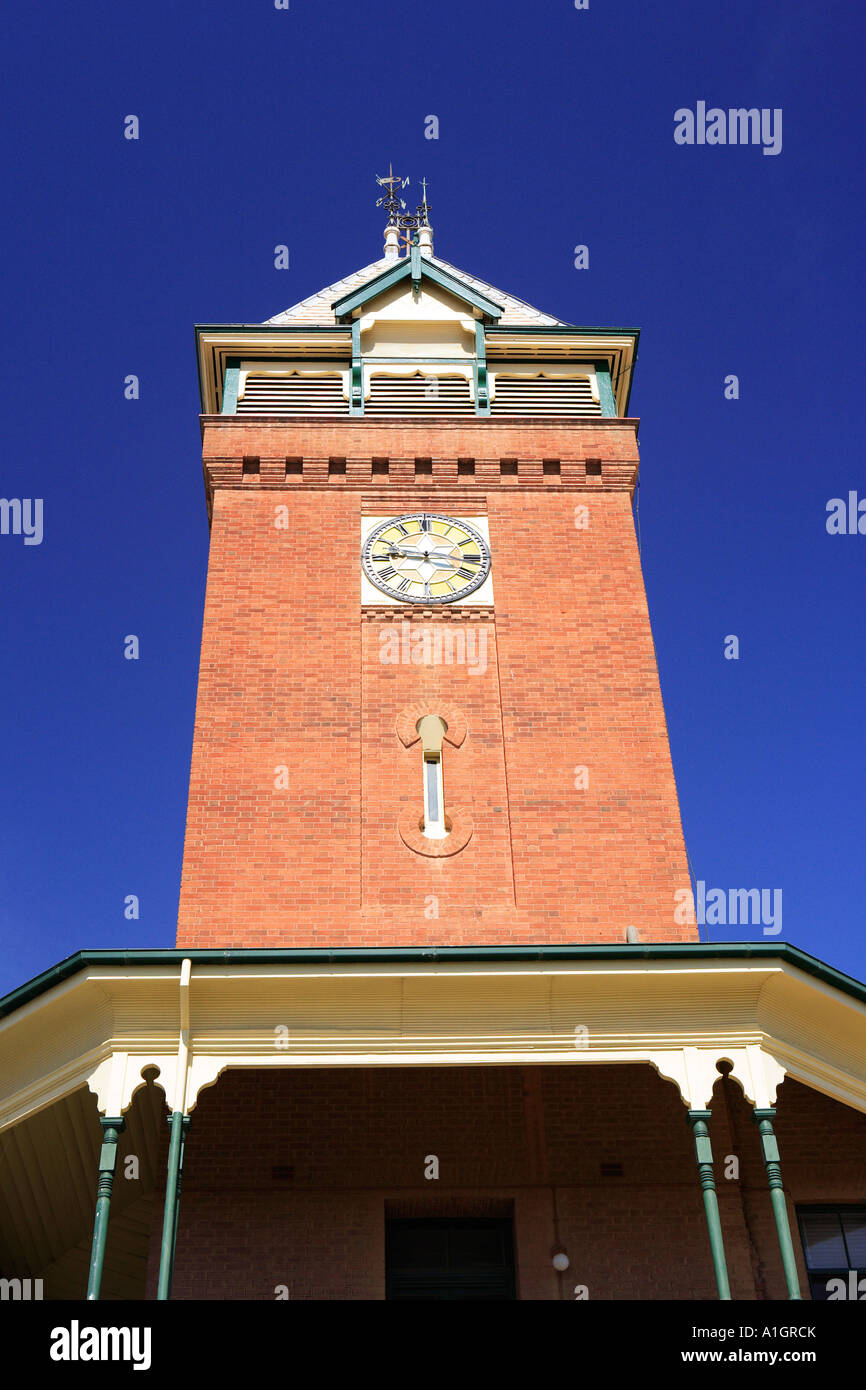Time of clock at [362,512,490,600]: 9:17
